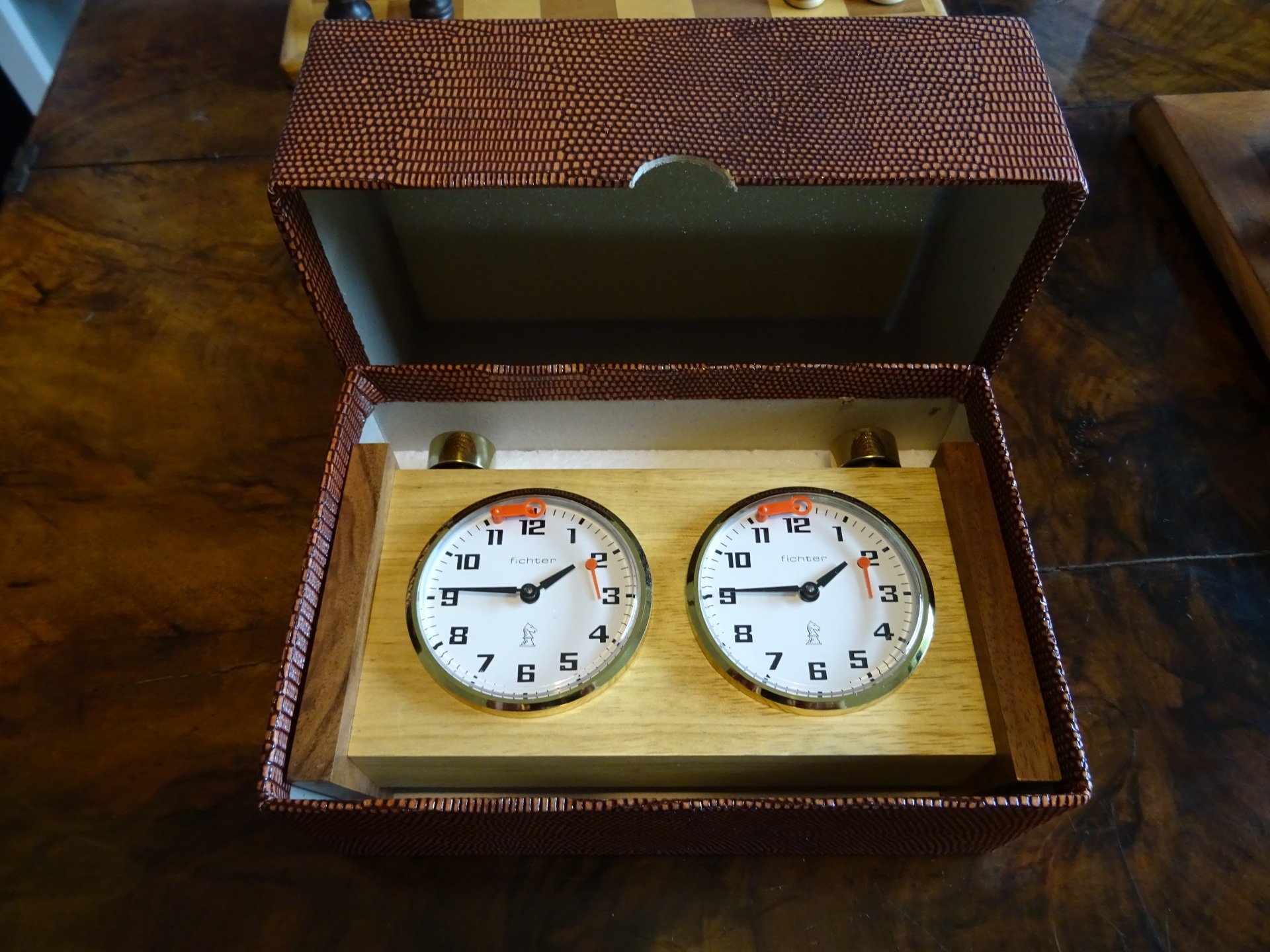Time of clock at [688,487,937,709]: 1:45
